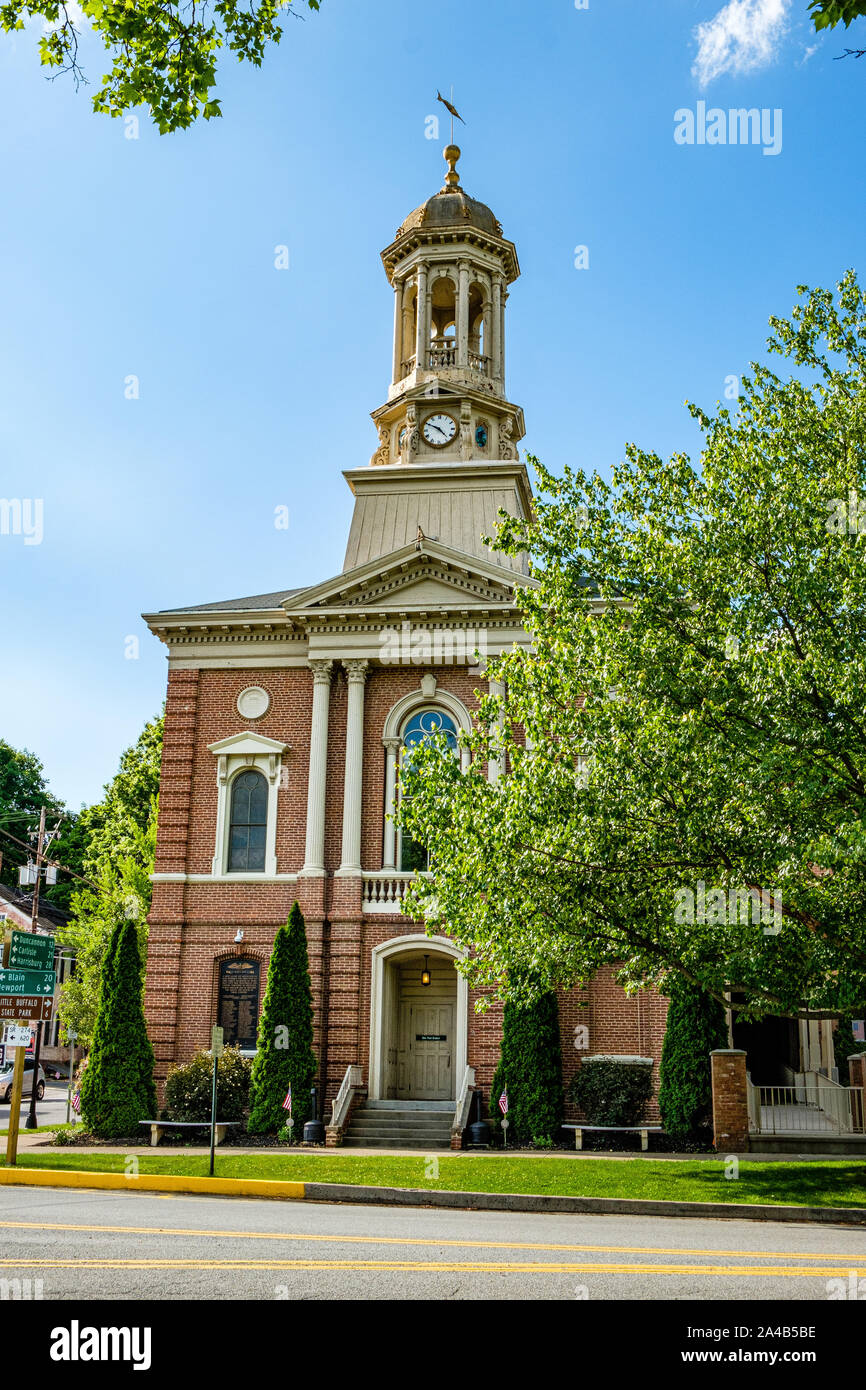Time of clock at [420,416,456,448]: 4:49
